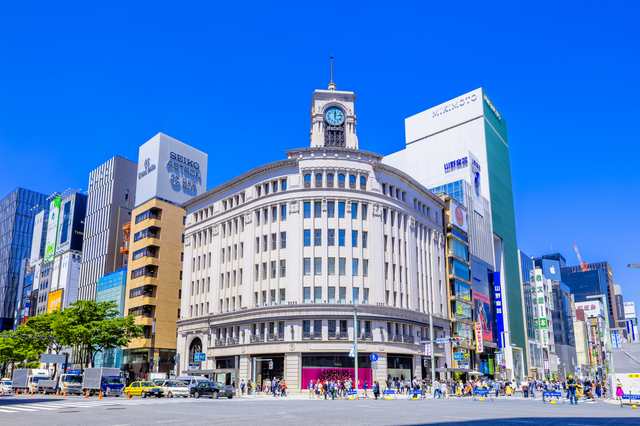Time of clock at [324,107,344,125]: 12:13
